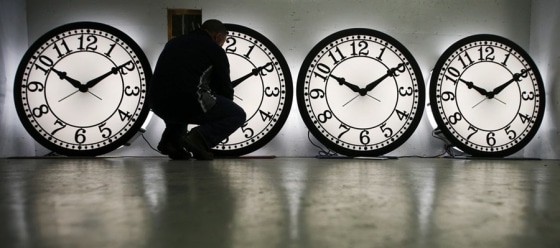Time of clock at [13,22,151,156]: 10:09
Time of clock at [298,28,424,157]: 10:09
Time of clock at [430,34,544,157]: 10:09
